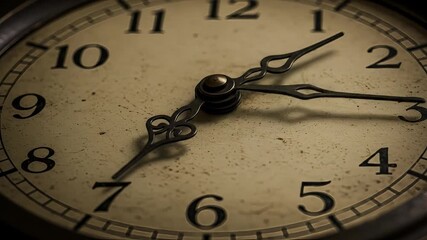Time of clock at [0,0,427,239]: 7:15
